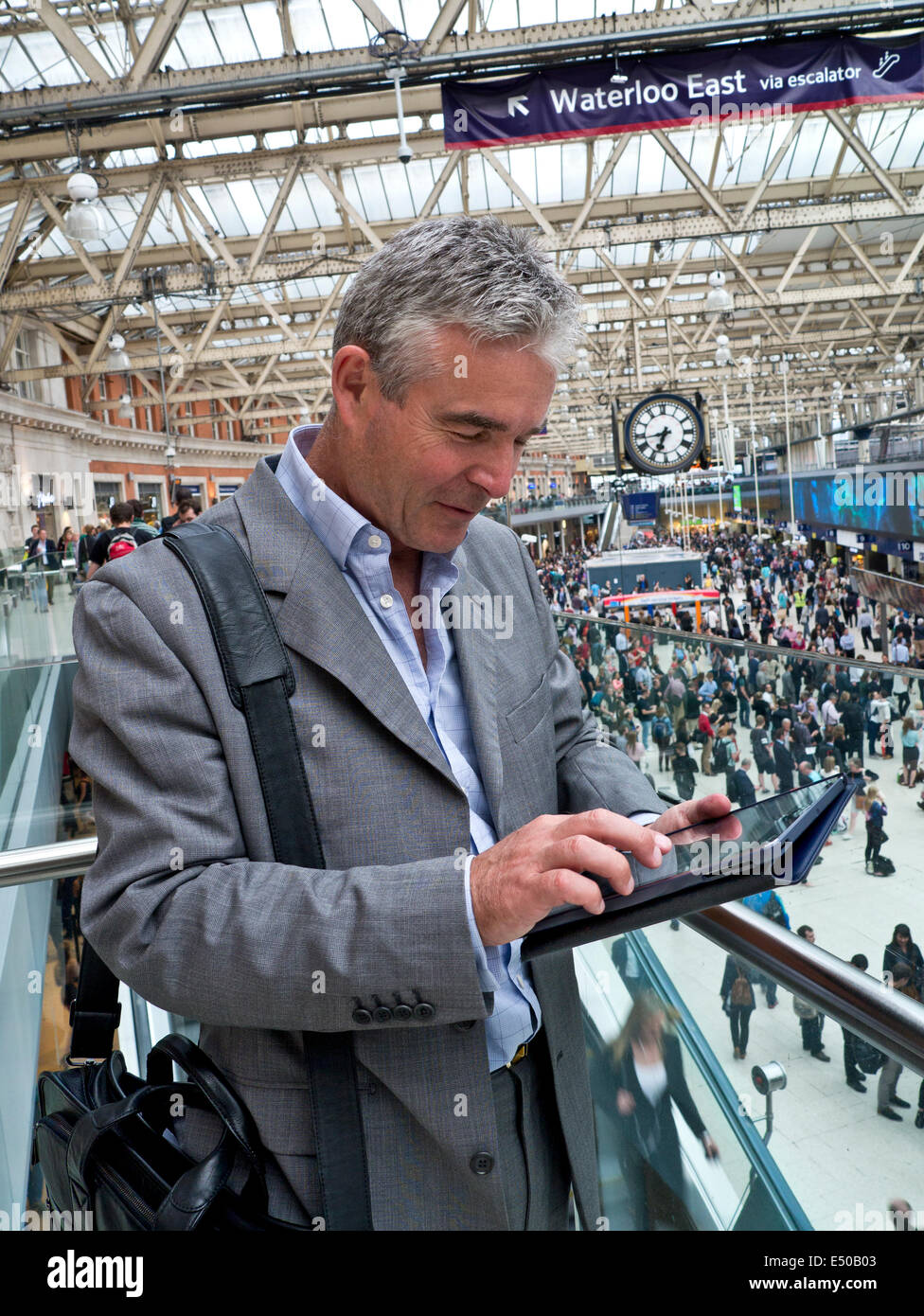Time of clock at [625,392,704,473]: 6:43
